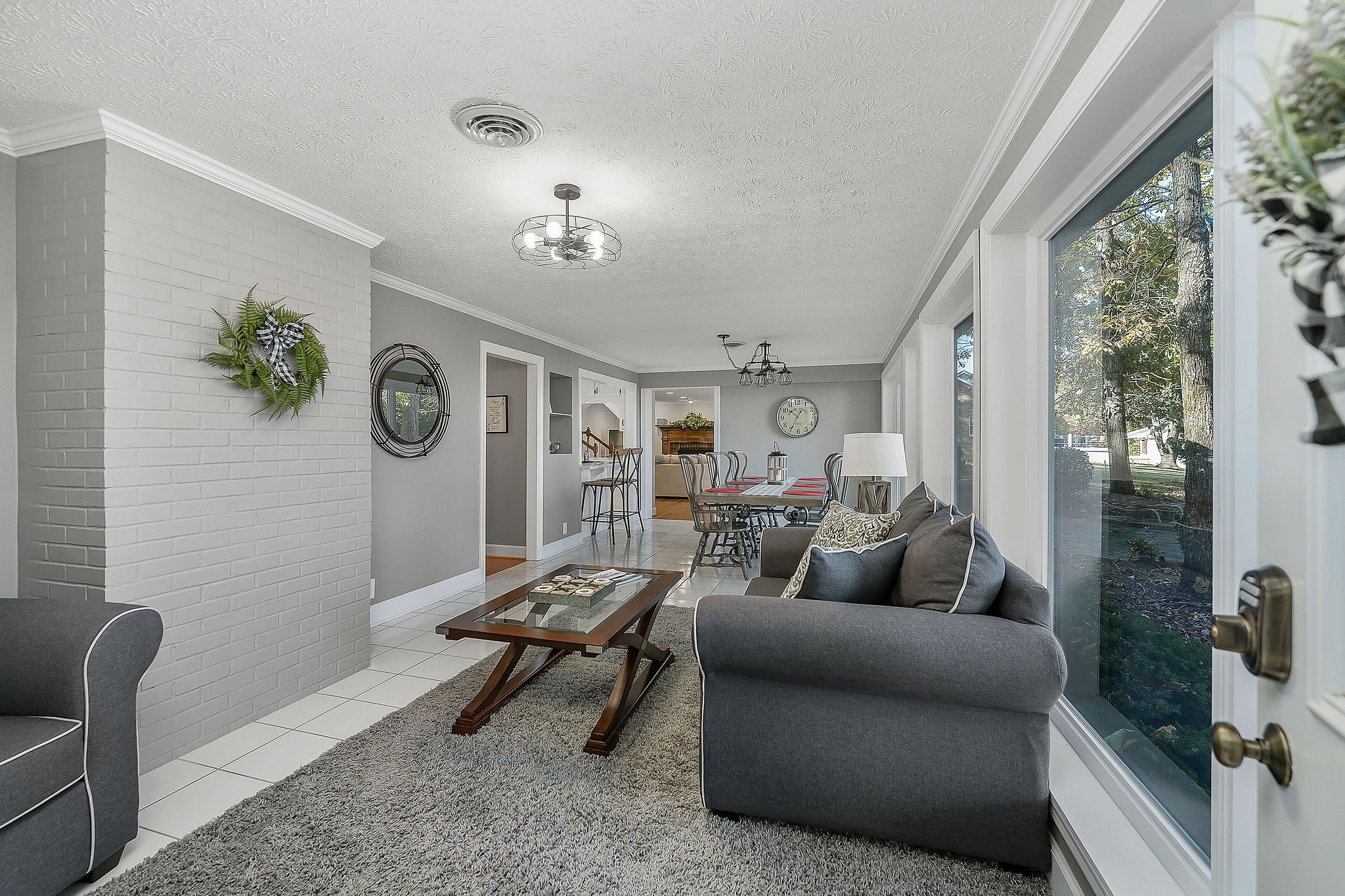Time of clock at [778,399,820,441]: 10:35
